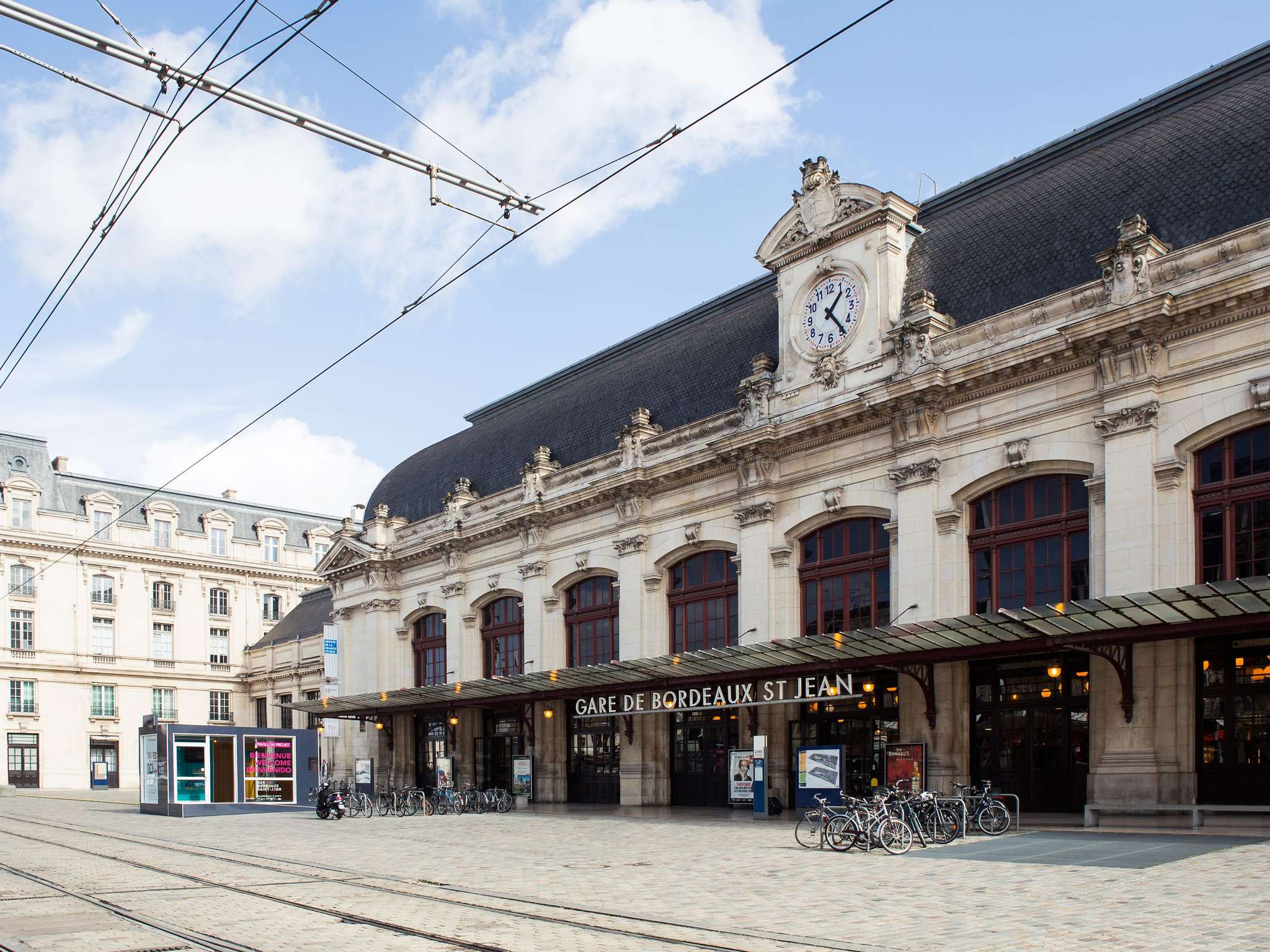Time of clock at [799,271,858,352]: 1:23
